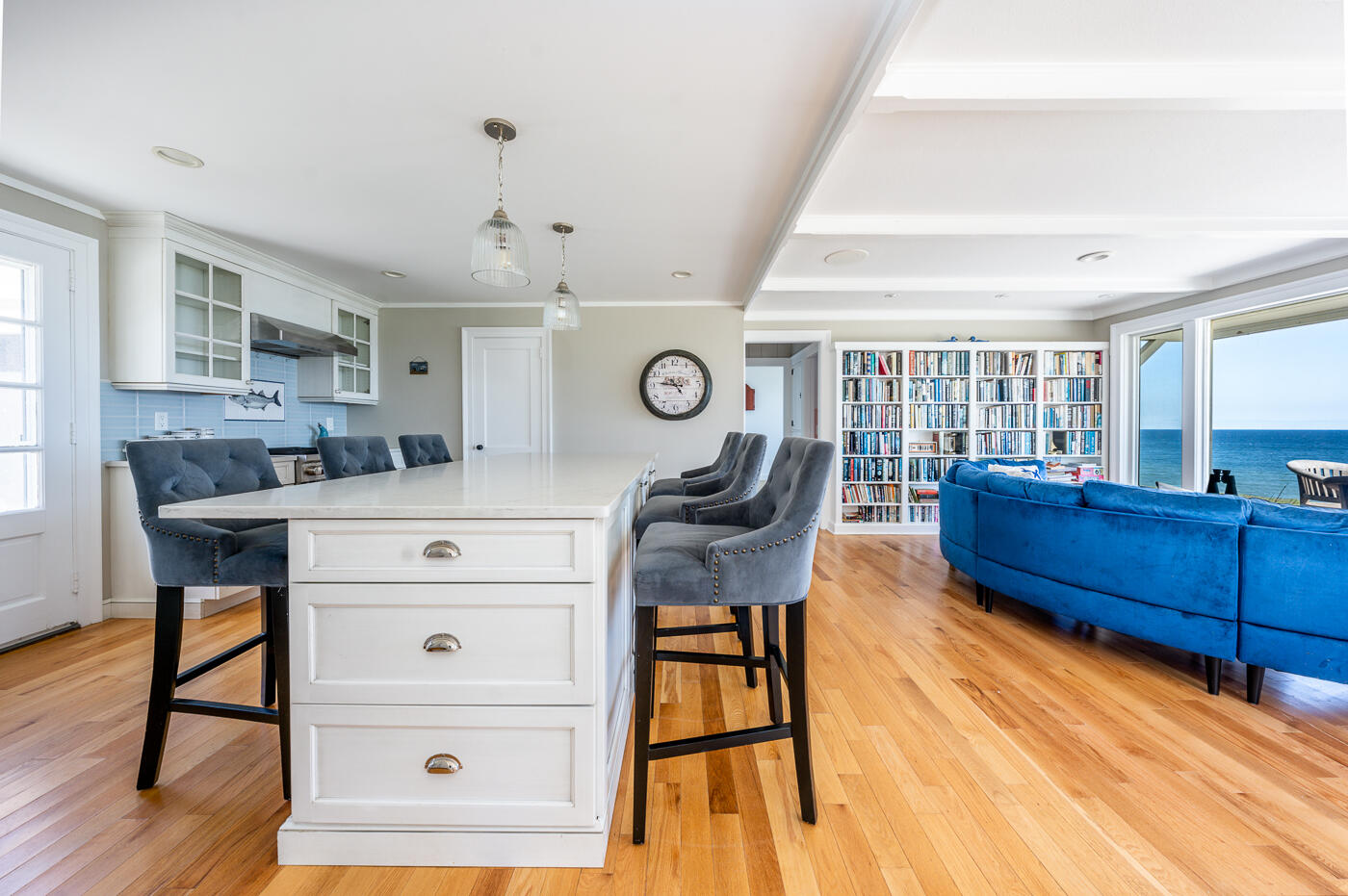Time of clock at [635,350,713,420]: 4:46
